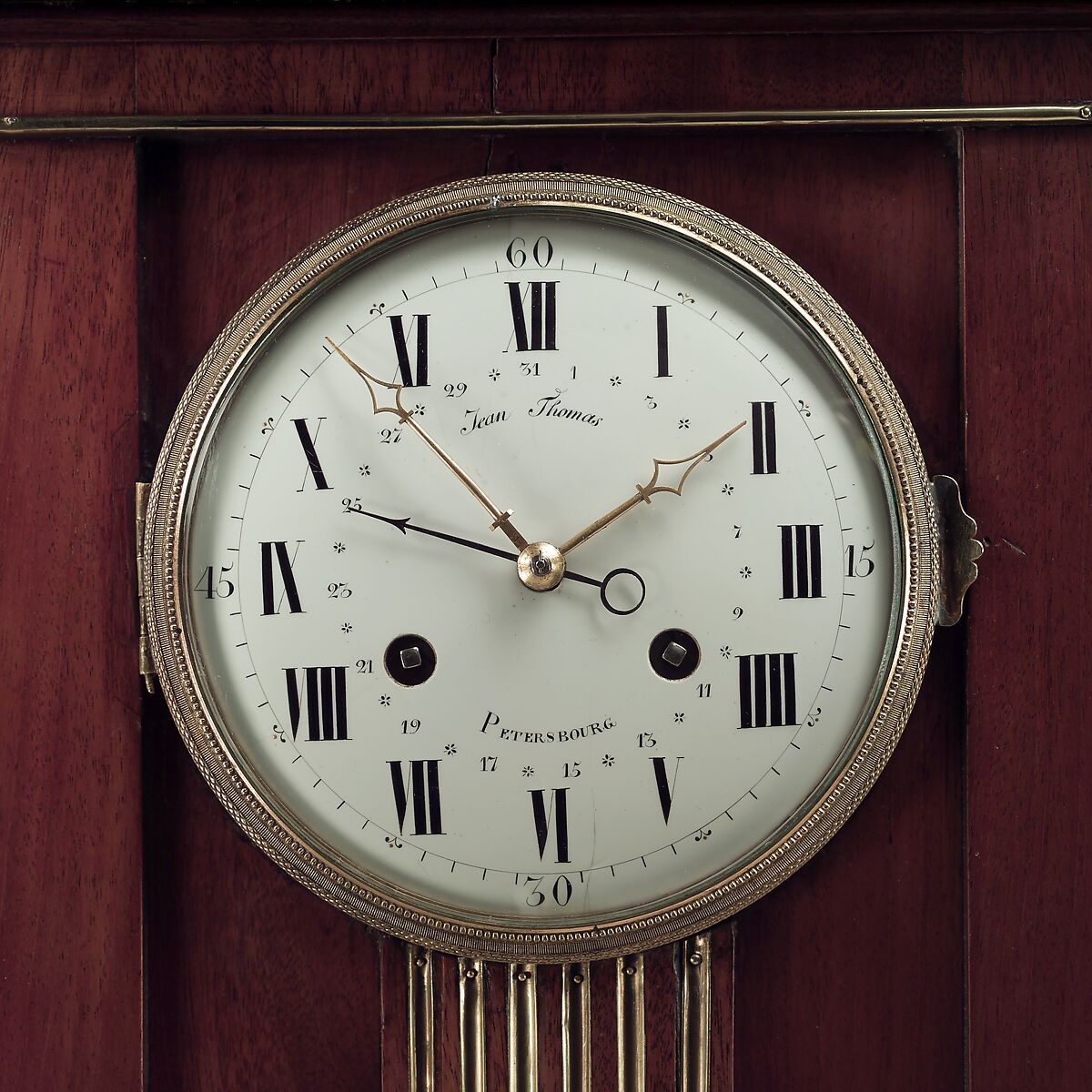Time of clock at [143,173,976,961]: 1:47
